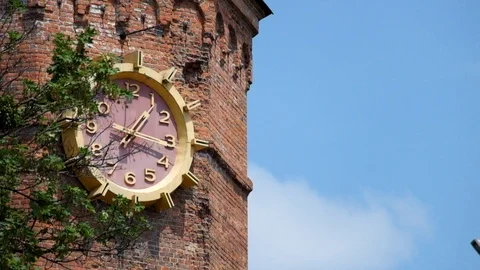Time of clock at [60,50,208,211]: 1:18
